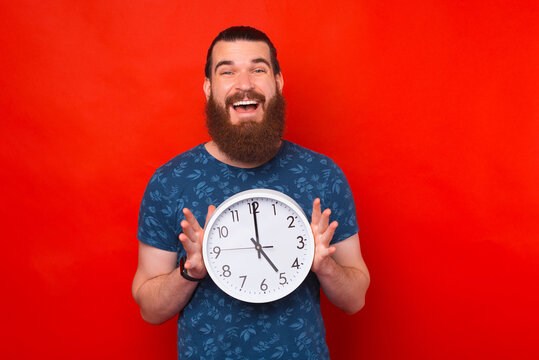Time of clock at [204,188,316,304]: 5:00
